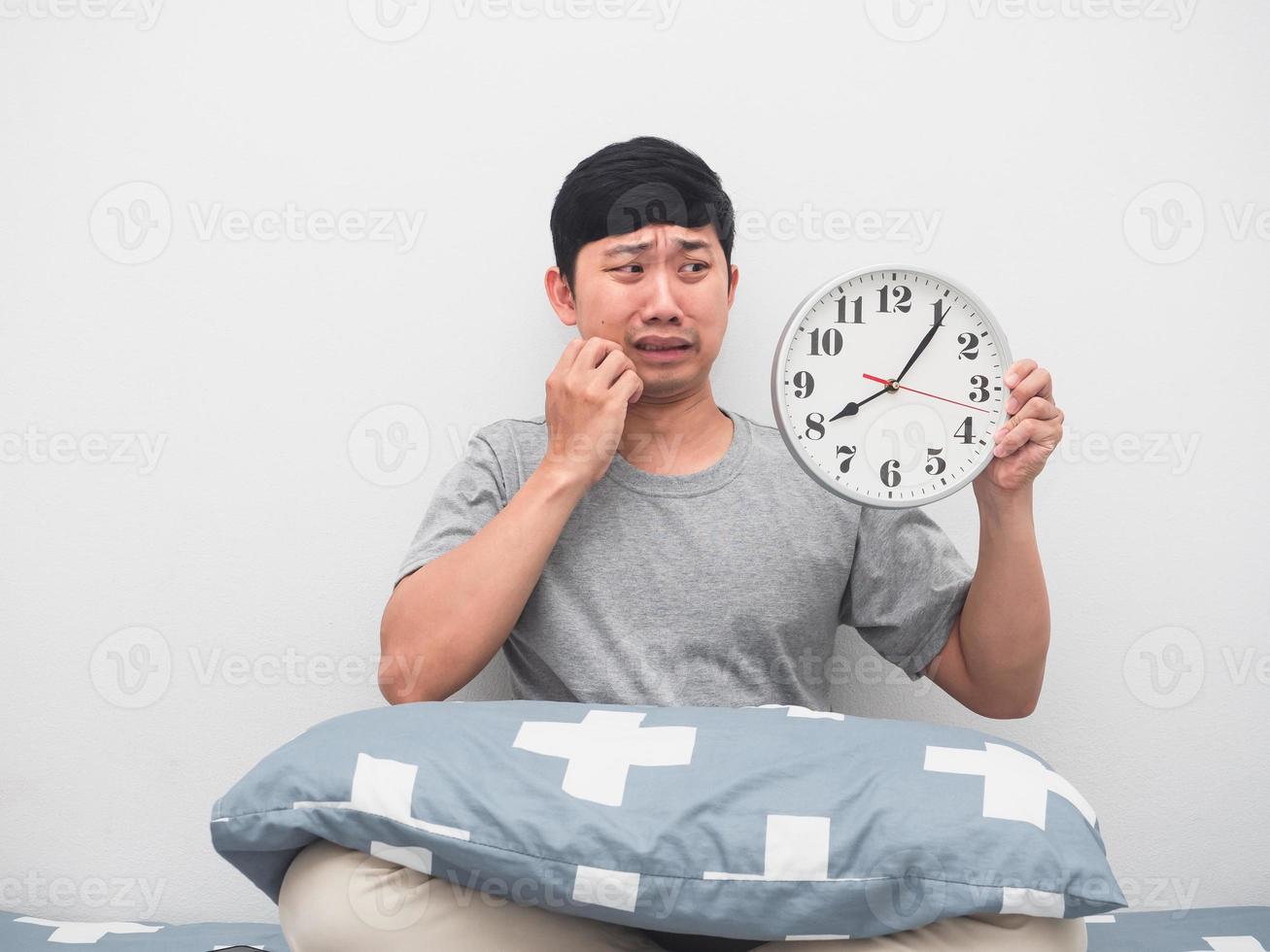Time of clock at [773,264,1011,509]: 8:05
